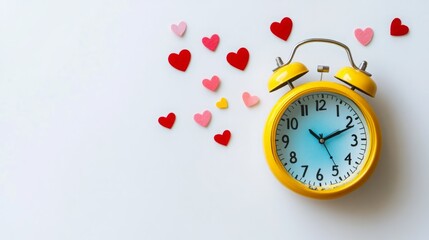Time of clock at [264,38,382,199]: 10:11
